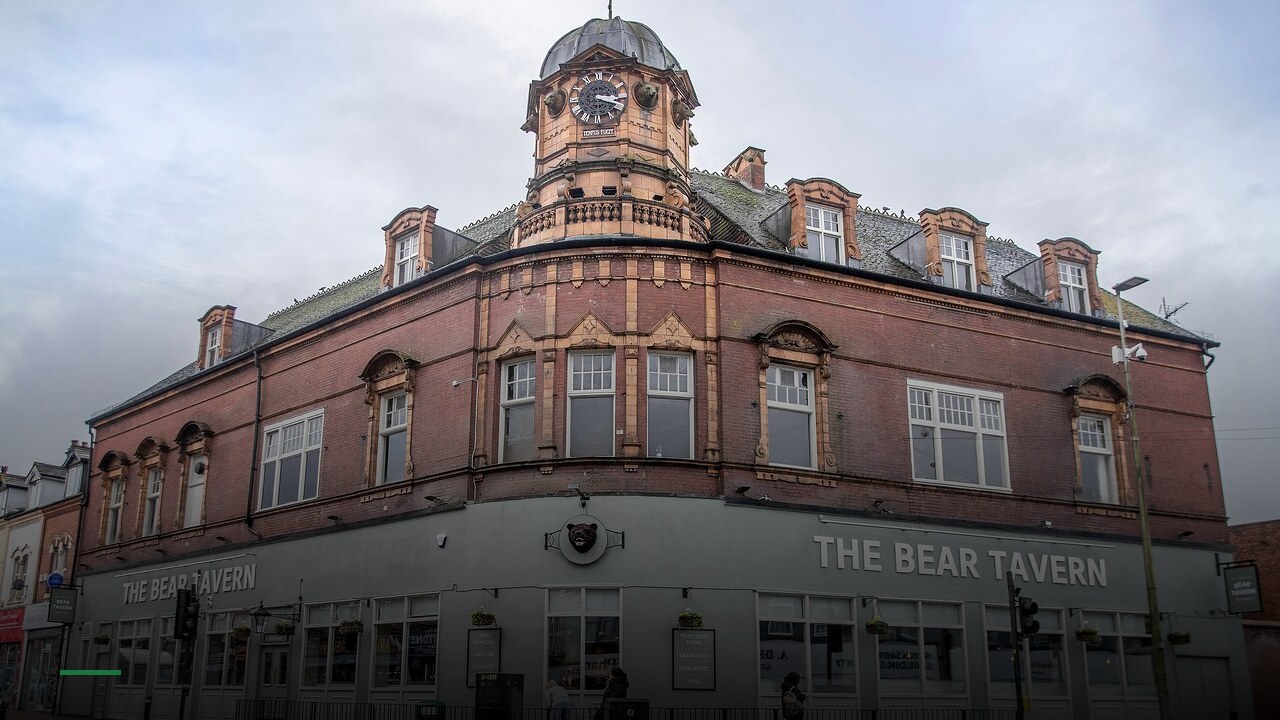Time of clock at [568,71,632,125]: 3:18
